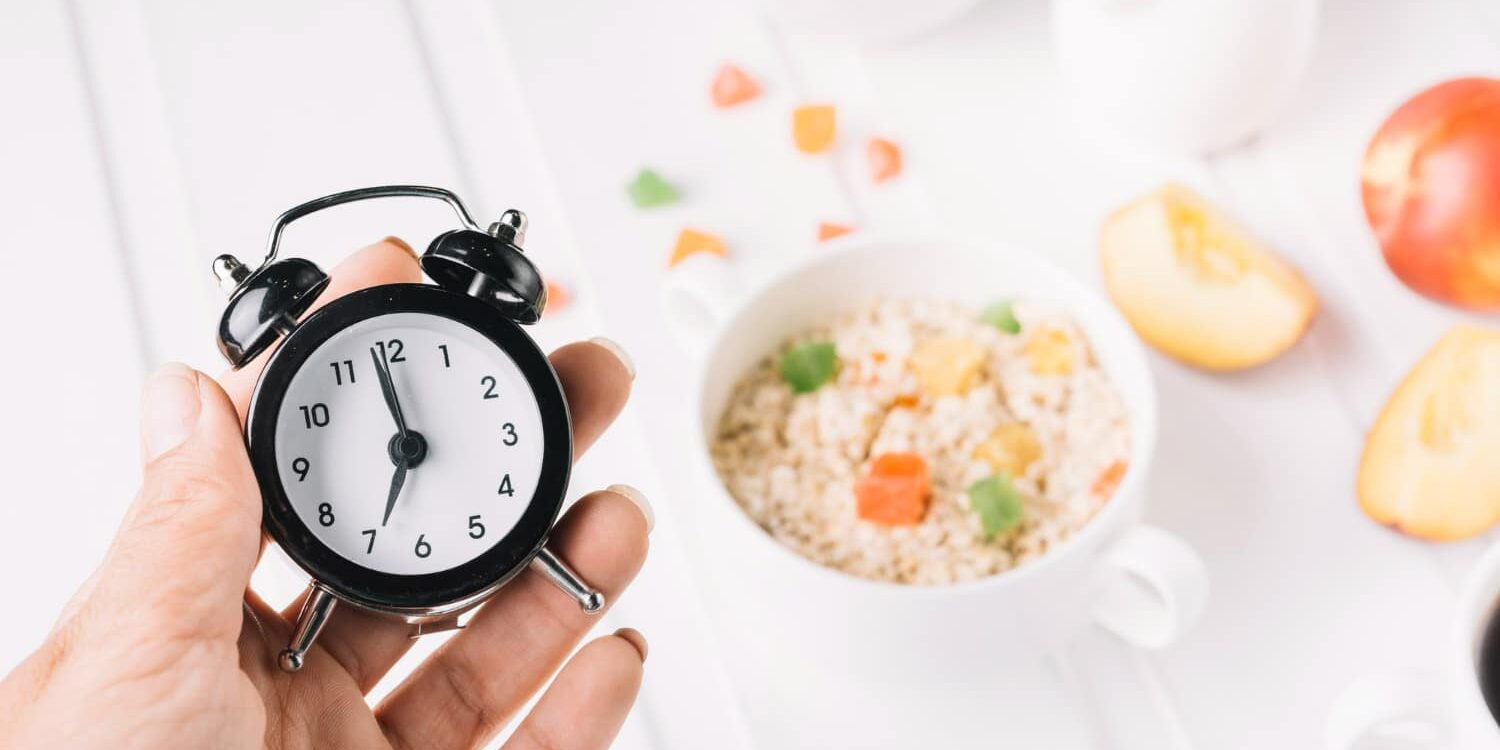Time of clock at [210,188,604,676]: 6:58
